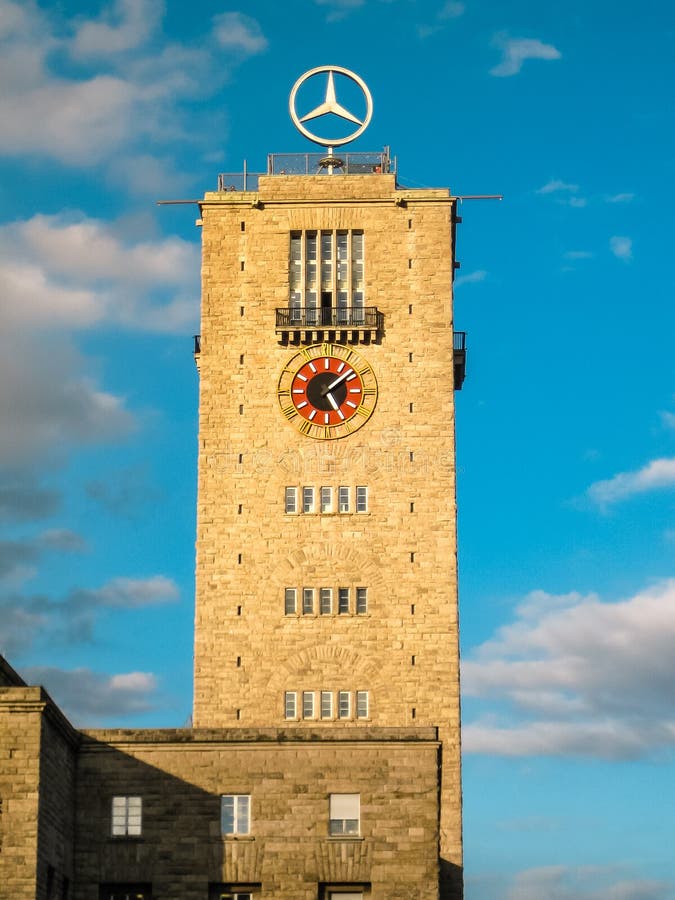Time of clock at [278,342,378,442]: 5:08
